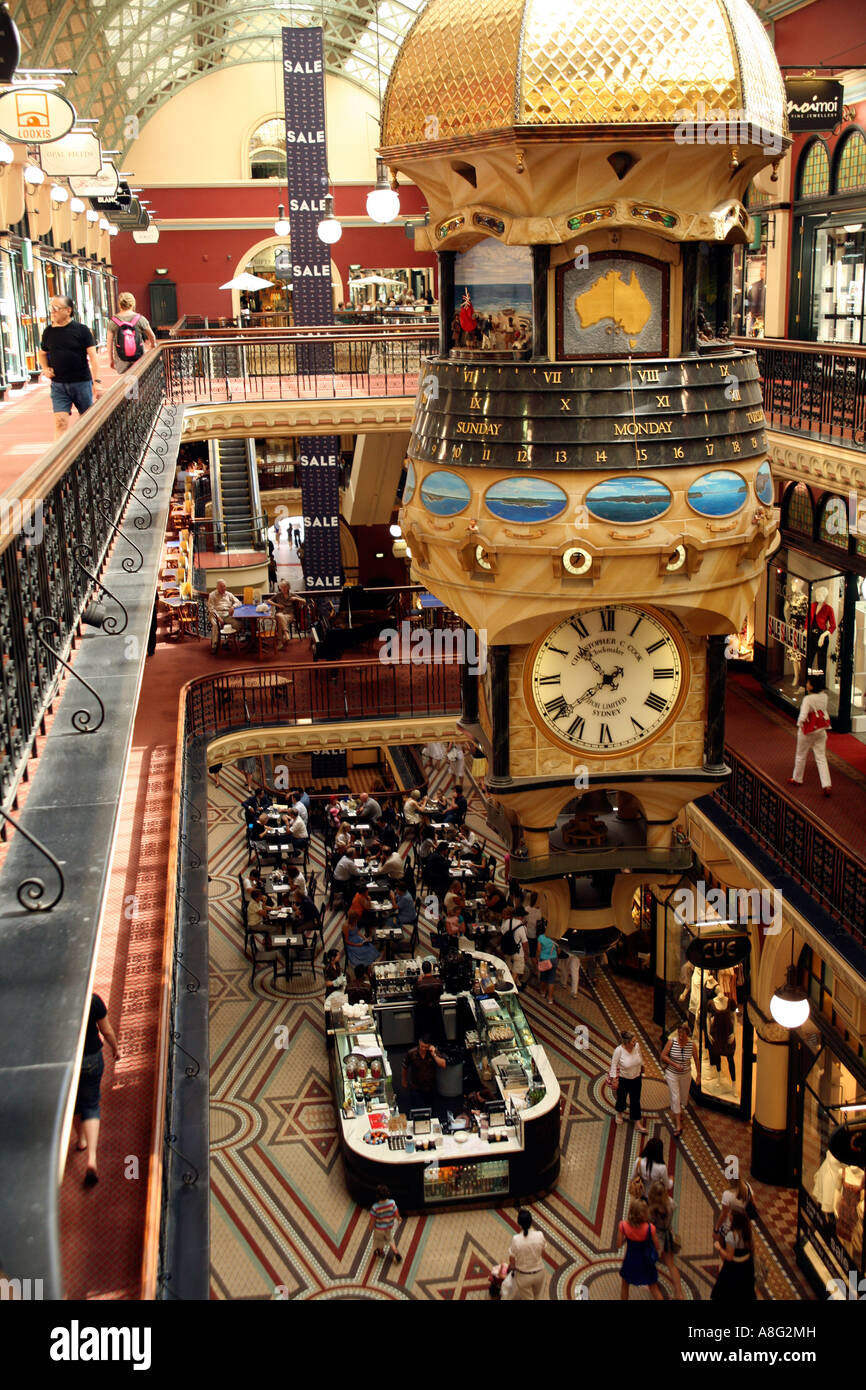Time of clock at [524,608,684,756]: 10:38
